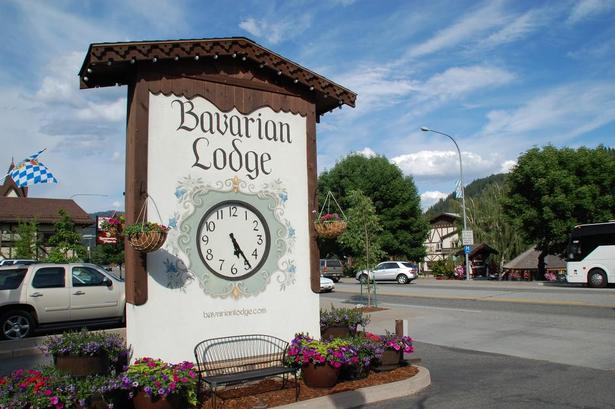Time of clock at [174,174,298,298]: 5:24
